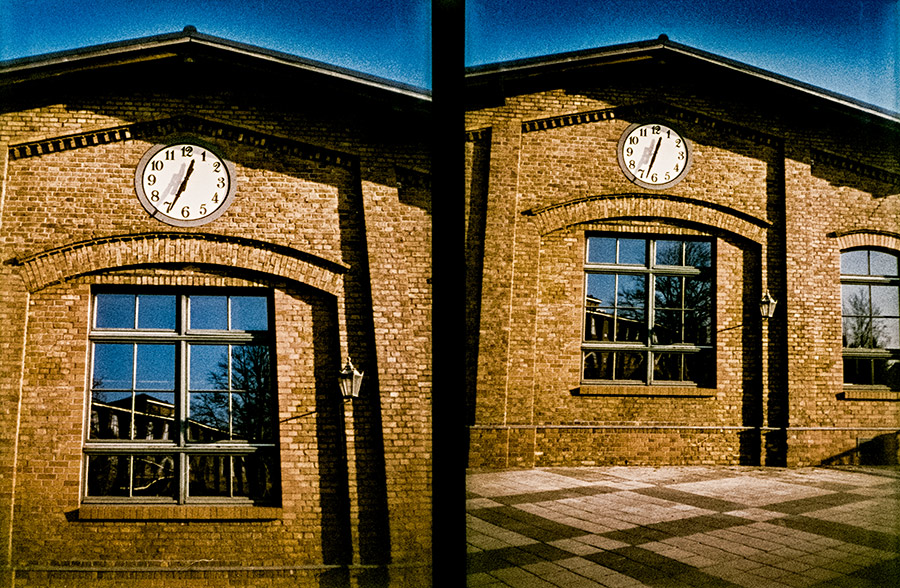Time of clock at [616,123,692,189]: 12:32
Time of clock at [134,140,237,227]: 12:34
